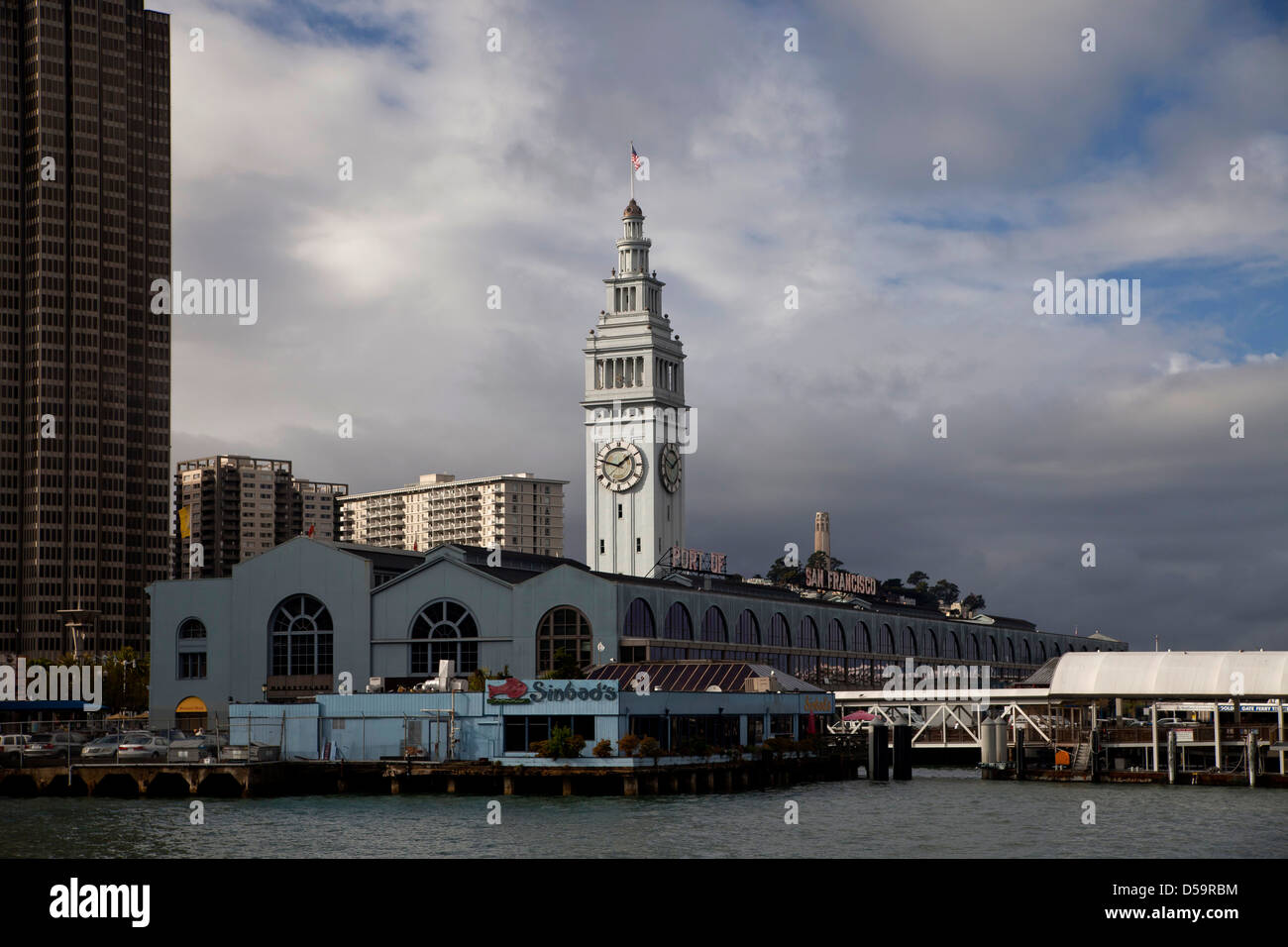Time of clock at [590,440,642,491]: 1:47
